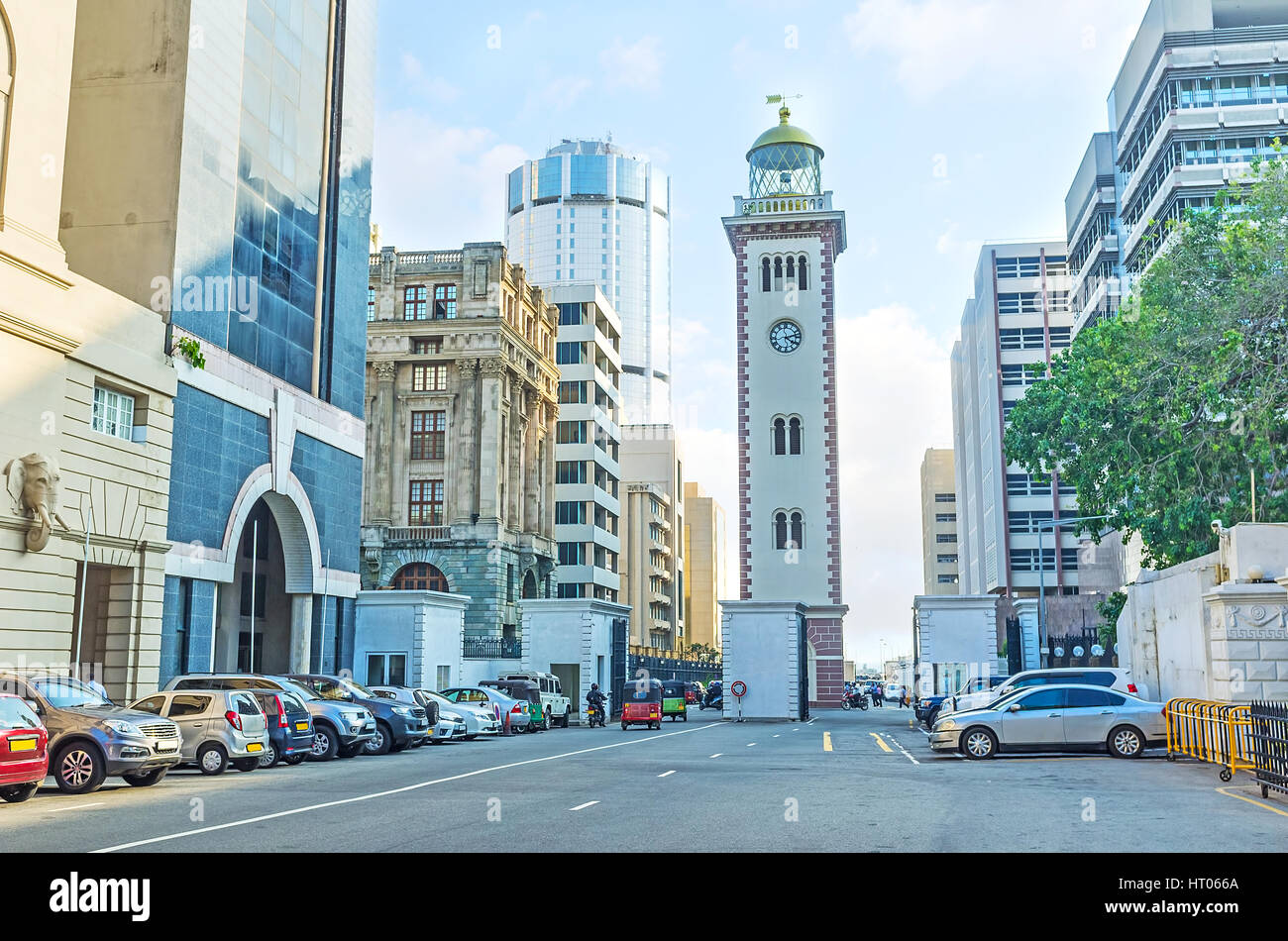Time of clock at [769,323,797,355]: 4:12
